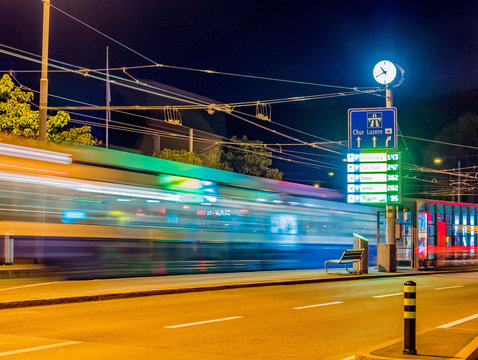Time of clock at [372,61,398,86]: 10:41
